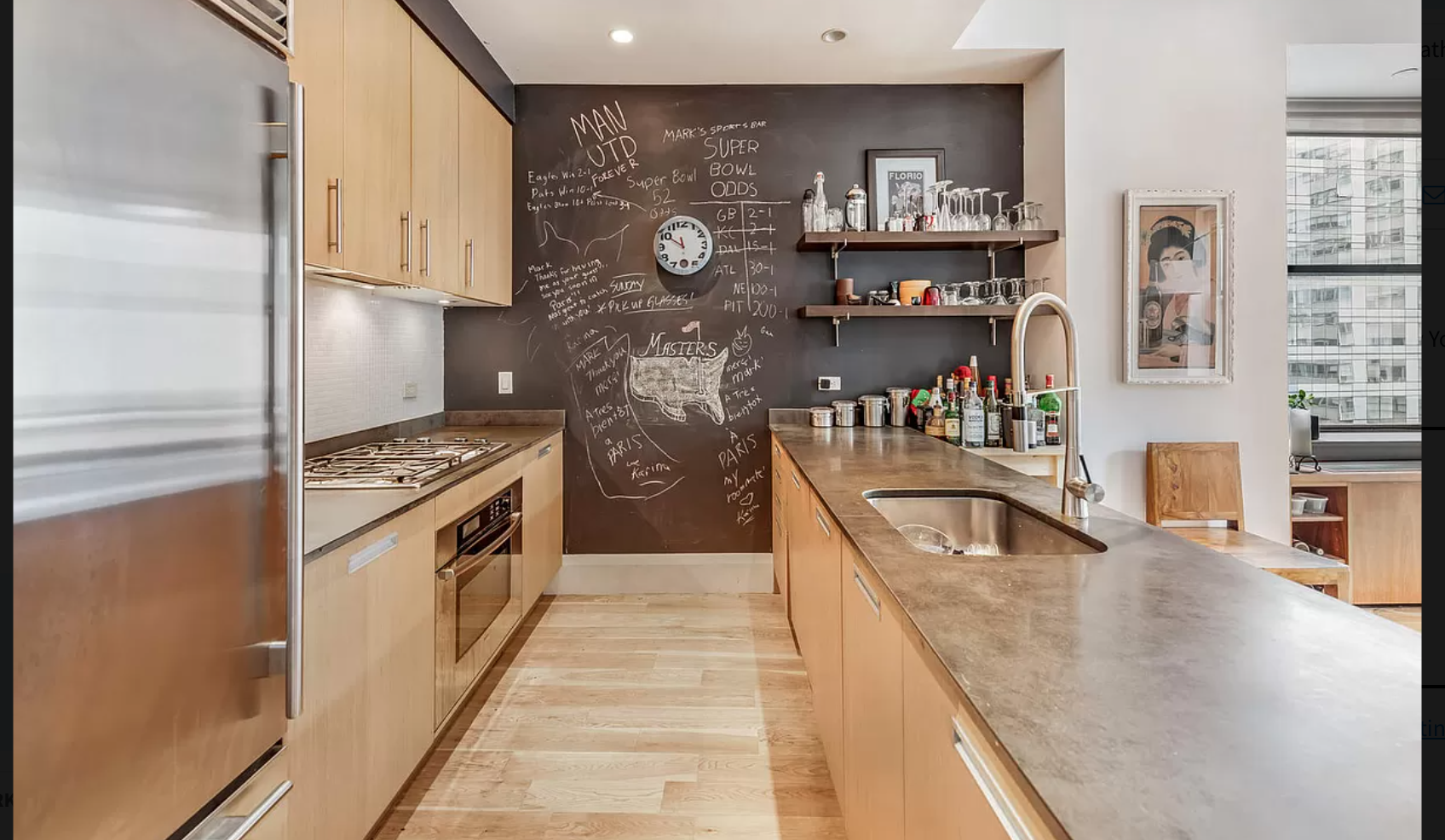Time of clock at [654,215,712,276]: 11:50
